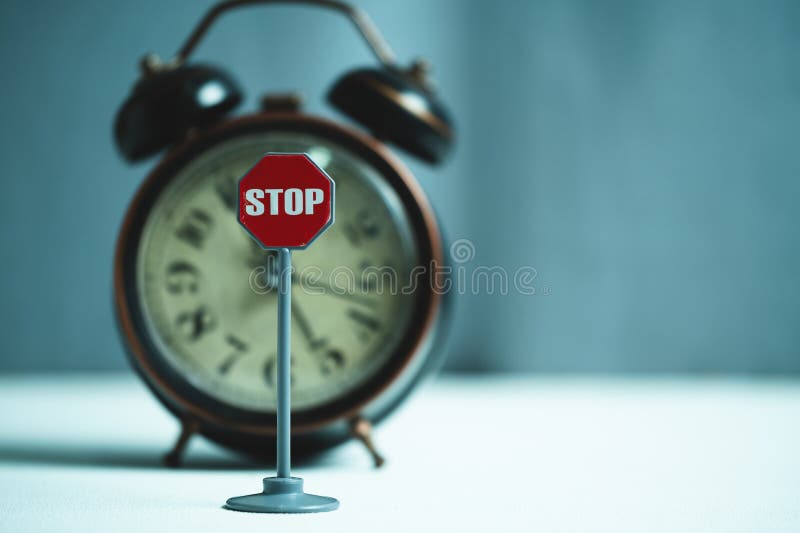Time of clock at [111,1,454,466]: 5:18
